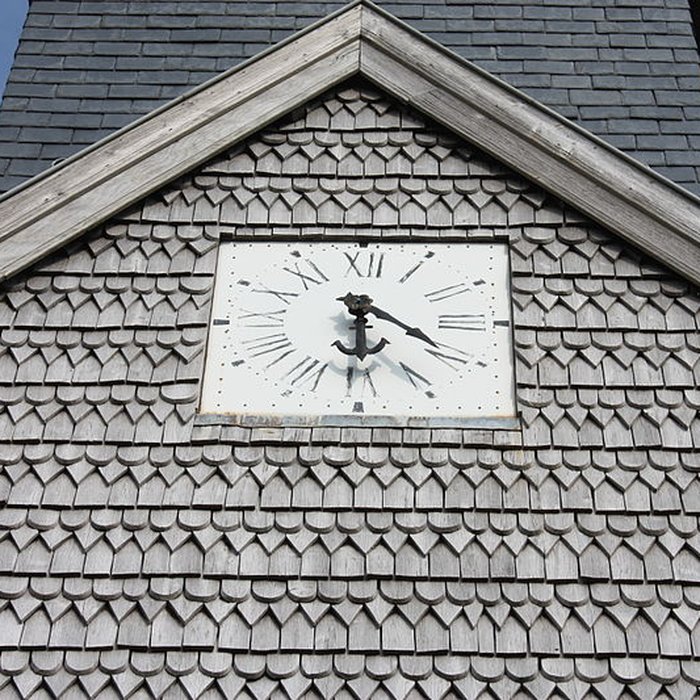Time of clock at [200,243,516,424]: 6:20
